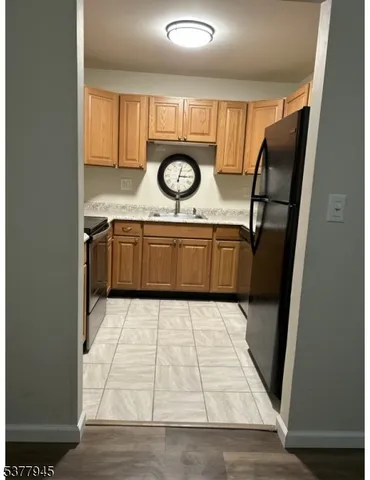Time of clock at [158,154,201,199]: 3:02
